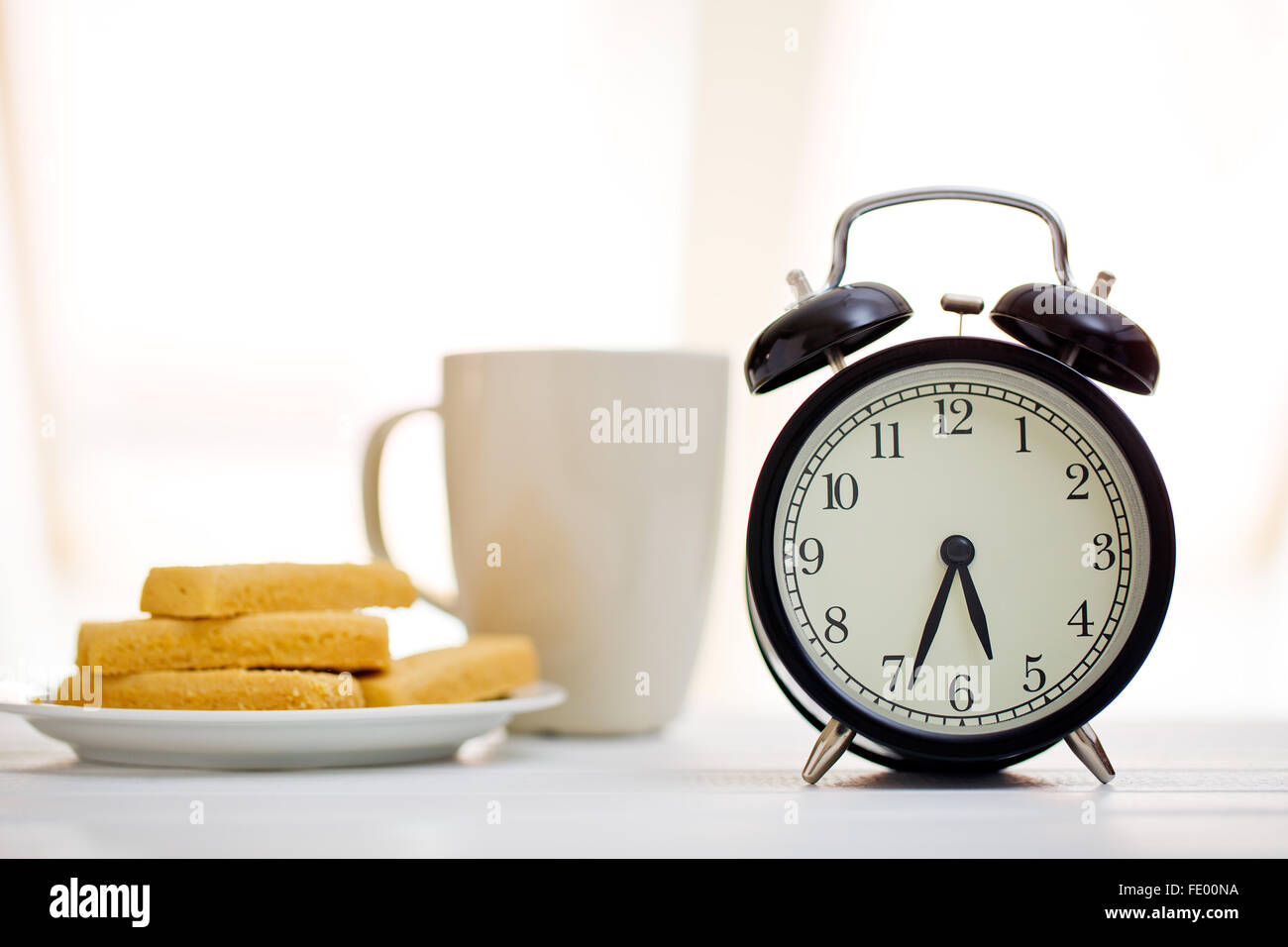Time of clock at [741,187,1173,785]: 5:33
